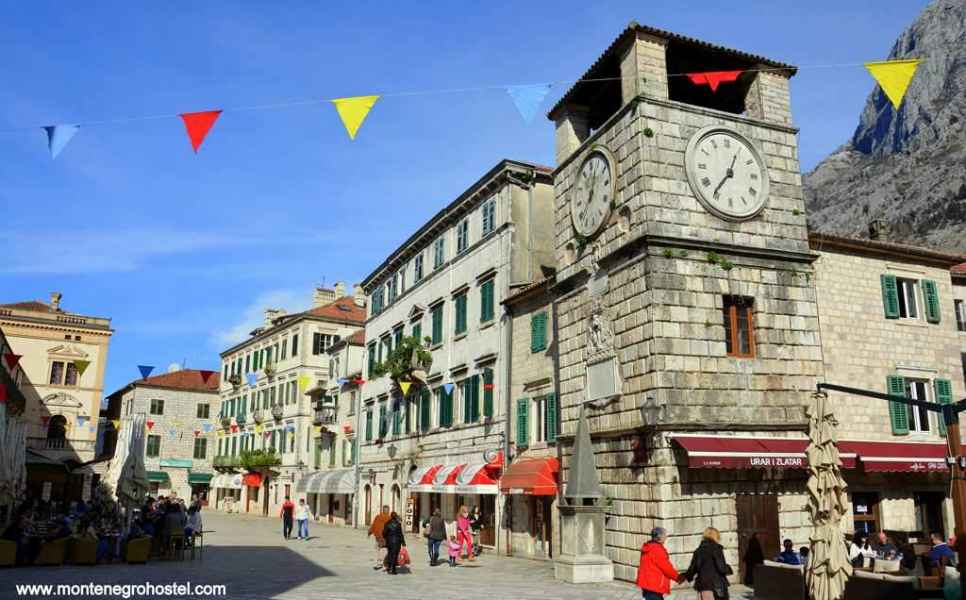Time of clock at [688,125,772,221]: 12:36
